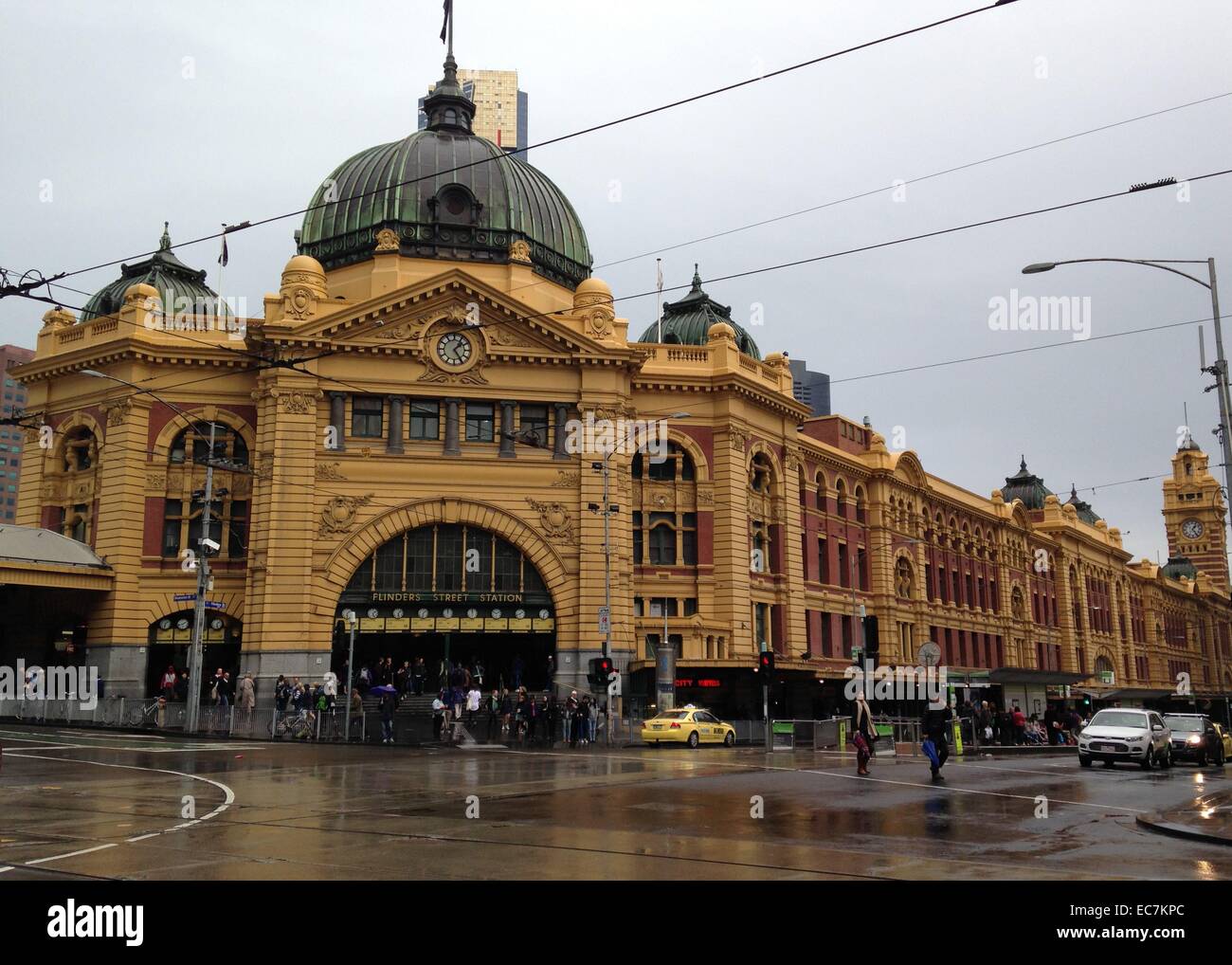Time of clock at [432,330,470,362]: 1:24
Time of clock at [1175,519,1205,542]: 1:24
